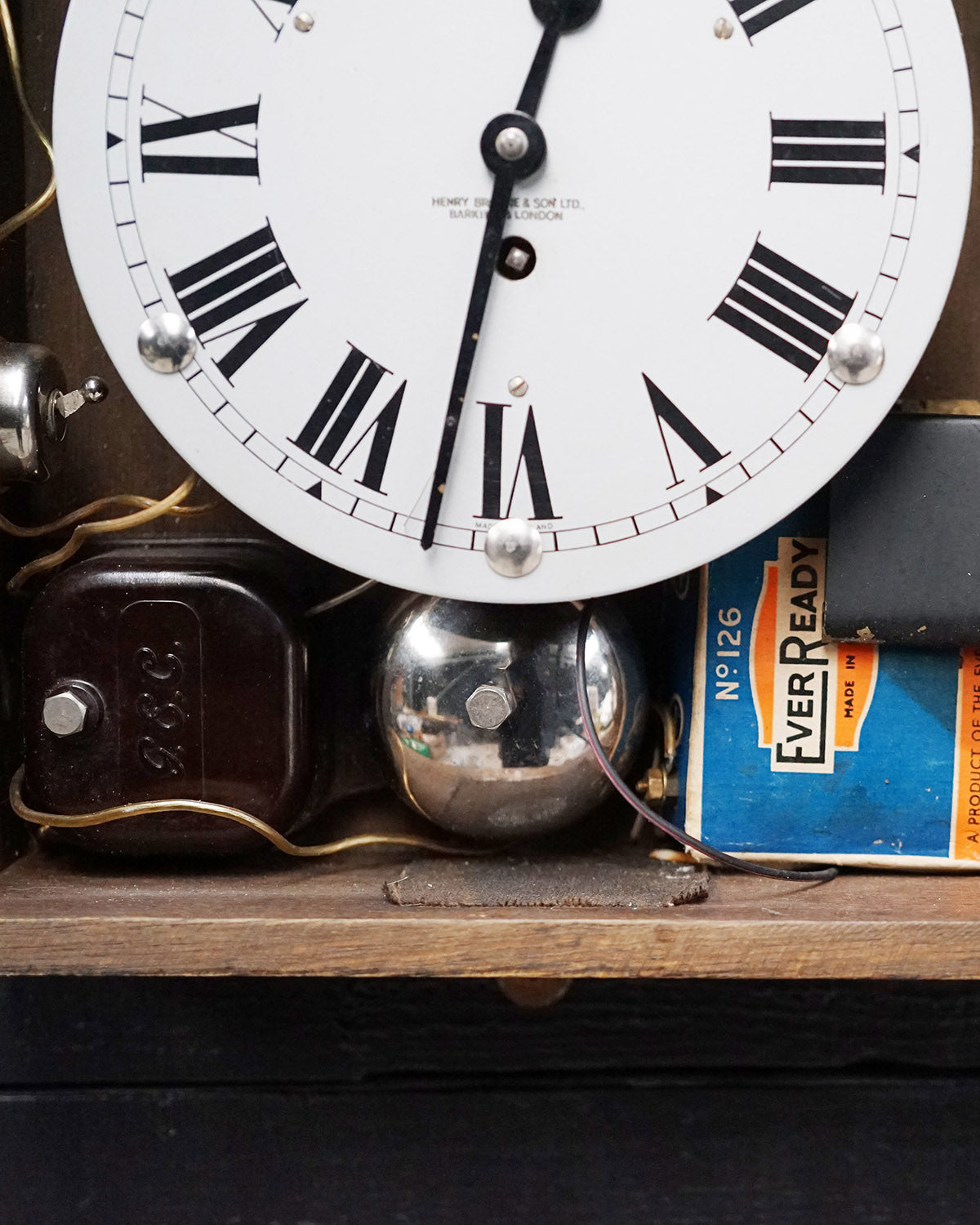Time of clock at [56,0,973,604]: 12:32
